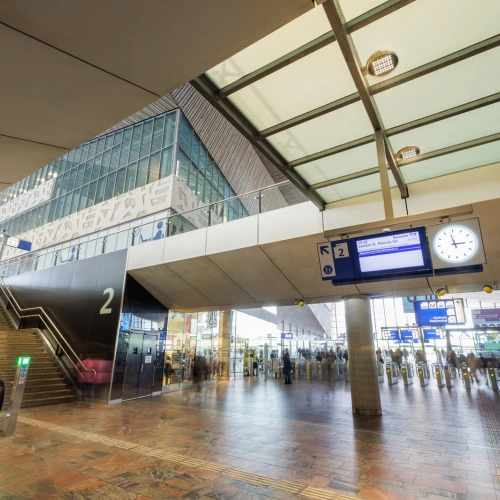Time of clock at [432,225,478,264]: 2:57
